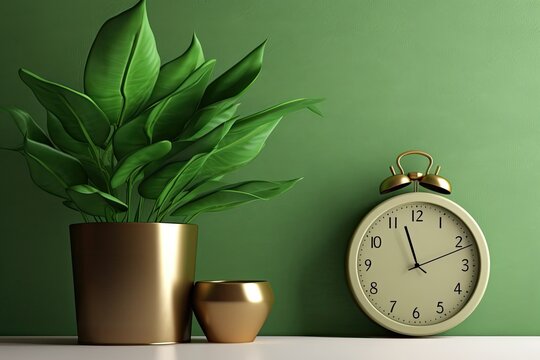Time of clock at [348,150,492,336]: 11:11
